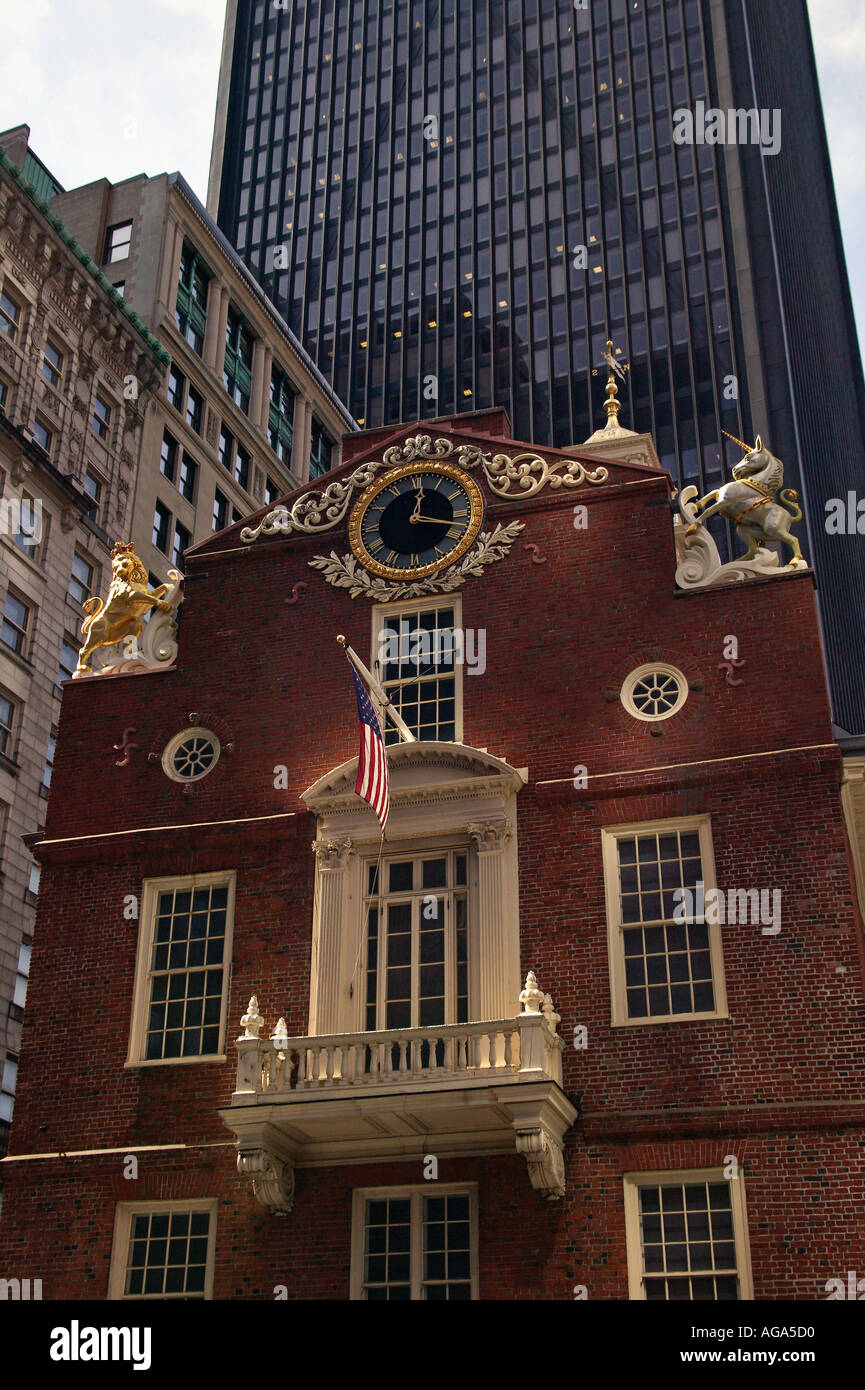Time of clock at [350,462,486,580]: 12:17
